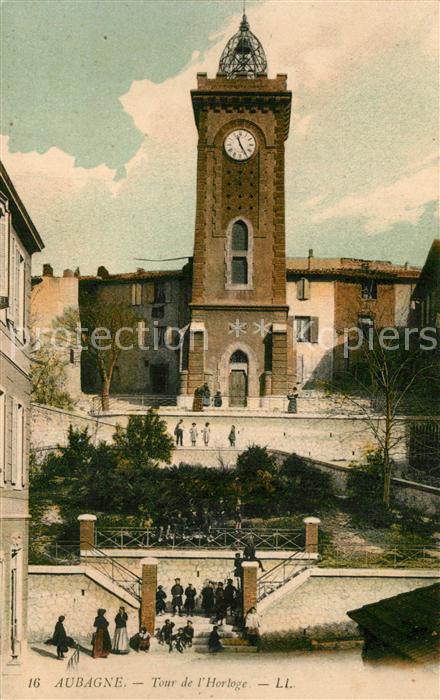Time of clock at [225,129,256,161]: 11:24
